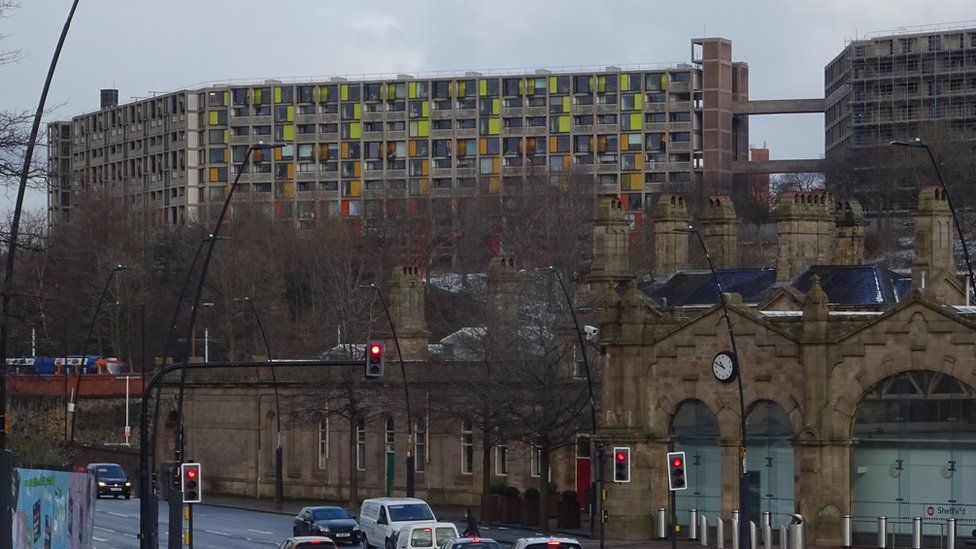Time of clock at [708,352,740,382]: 10:48
